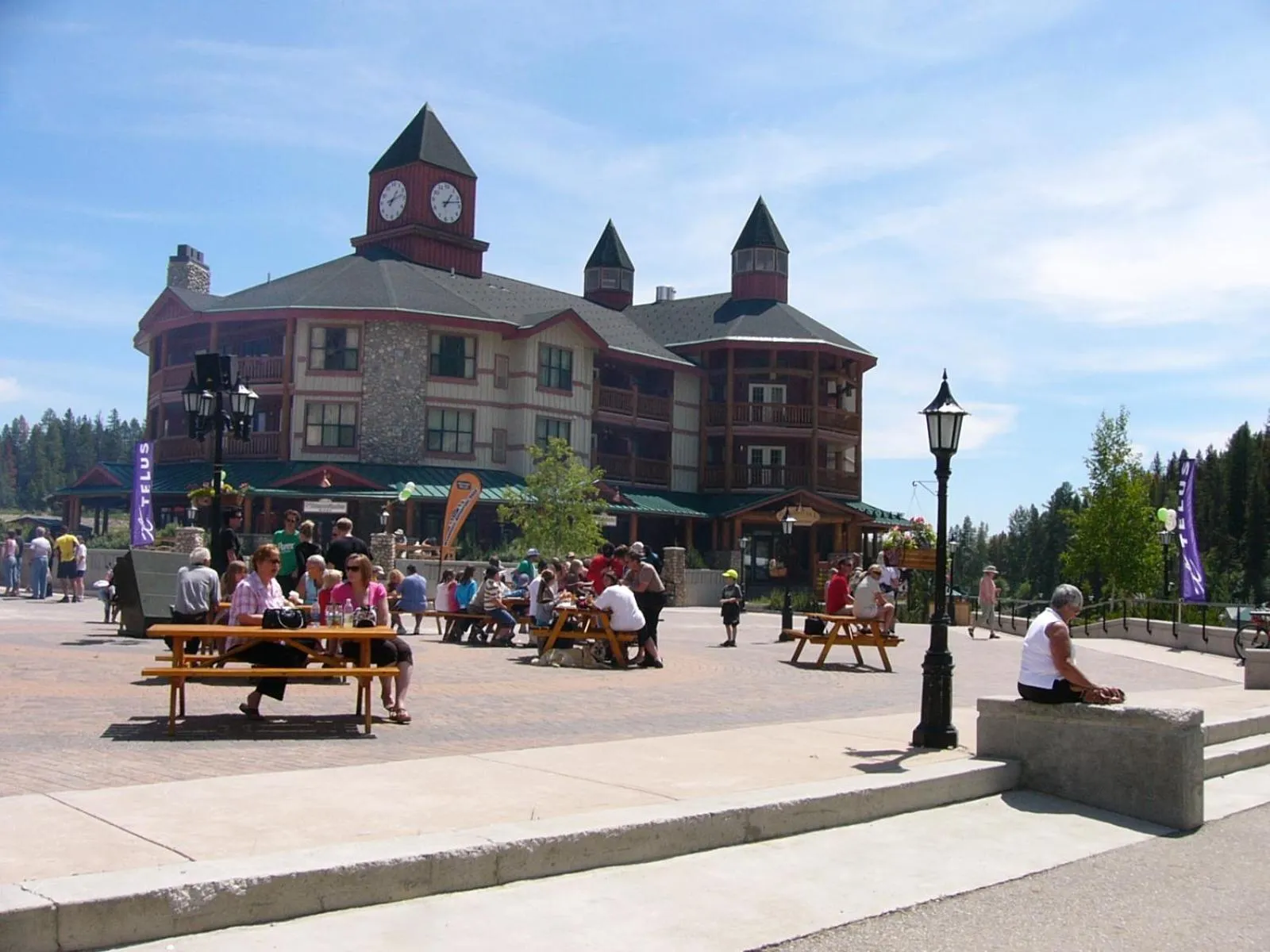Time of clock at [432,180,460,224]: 1:12
